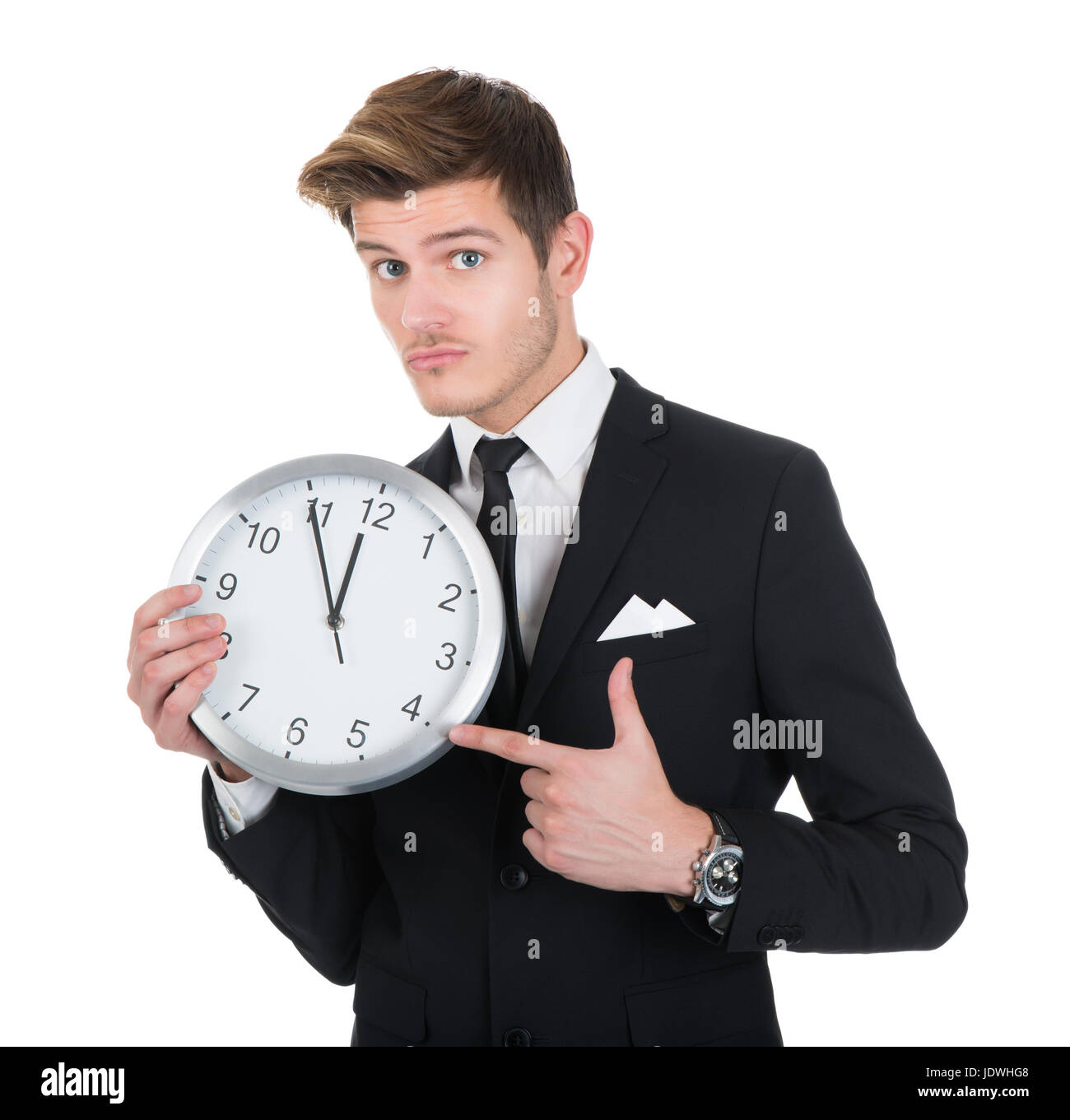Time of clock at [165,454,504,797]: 11:54
